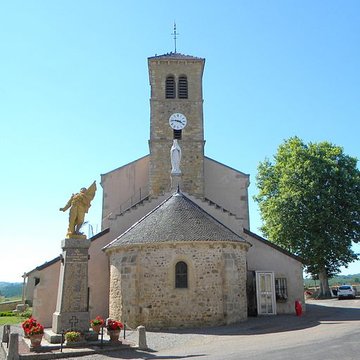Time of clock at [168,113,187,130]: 3:46
